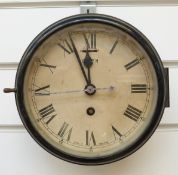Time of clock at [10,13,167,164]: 11:56
